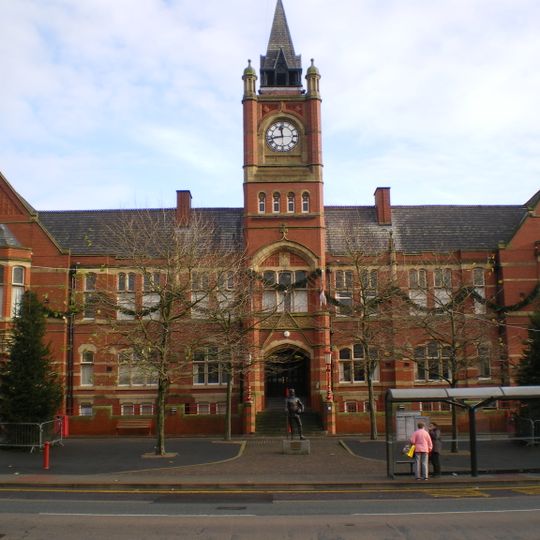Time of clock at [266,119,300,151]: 11:42
